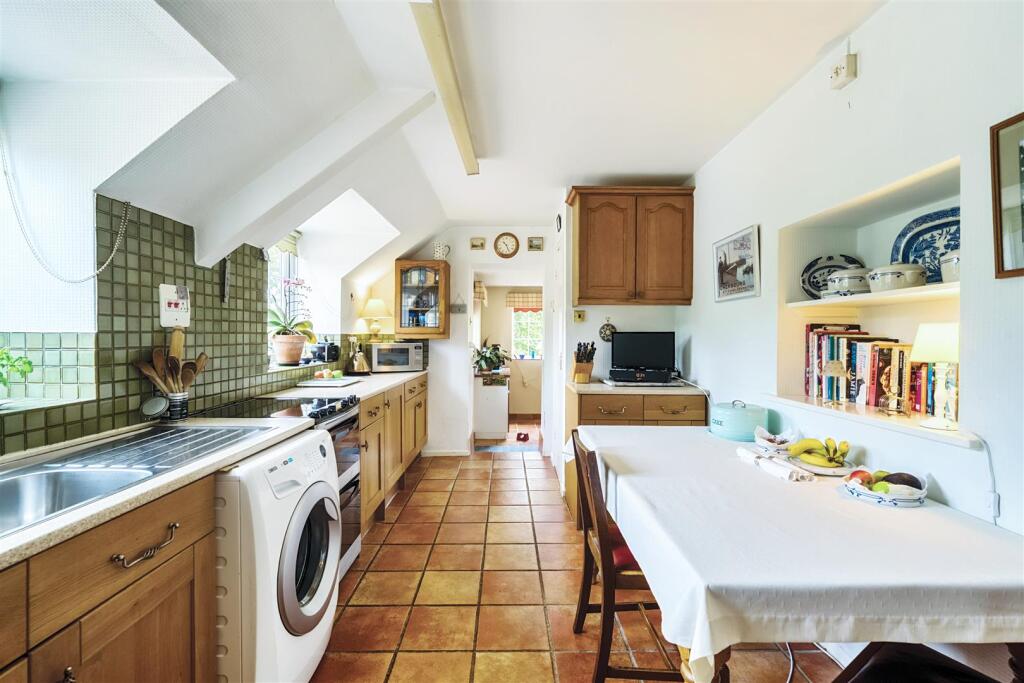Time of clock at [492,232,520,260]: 10:25
